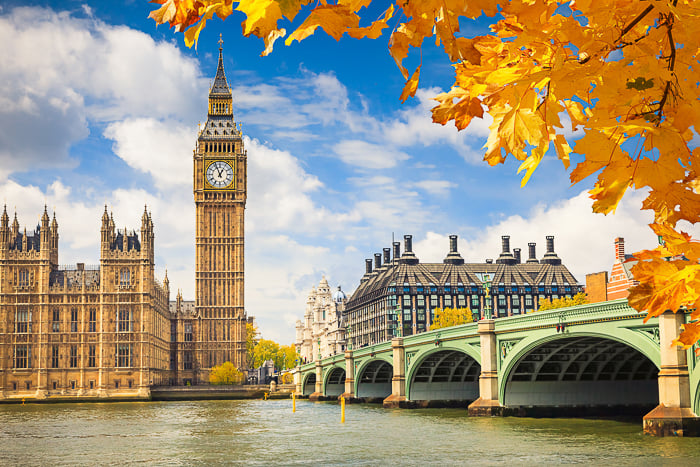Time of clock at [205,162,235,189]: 12:56
